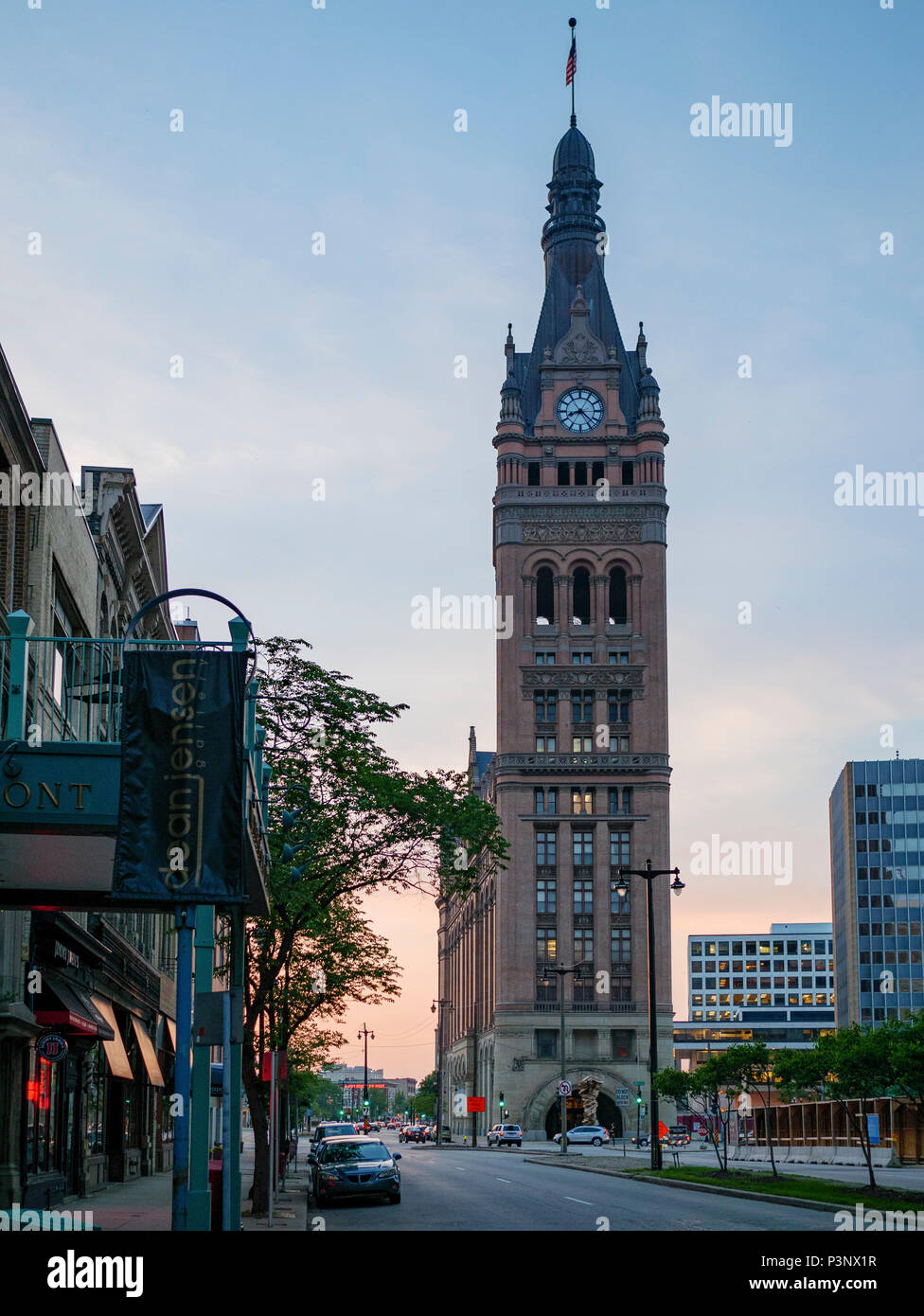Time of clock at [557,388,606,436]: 8:22
